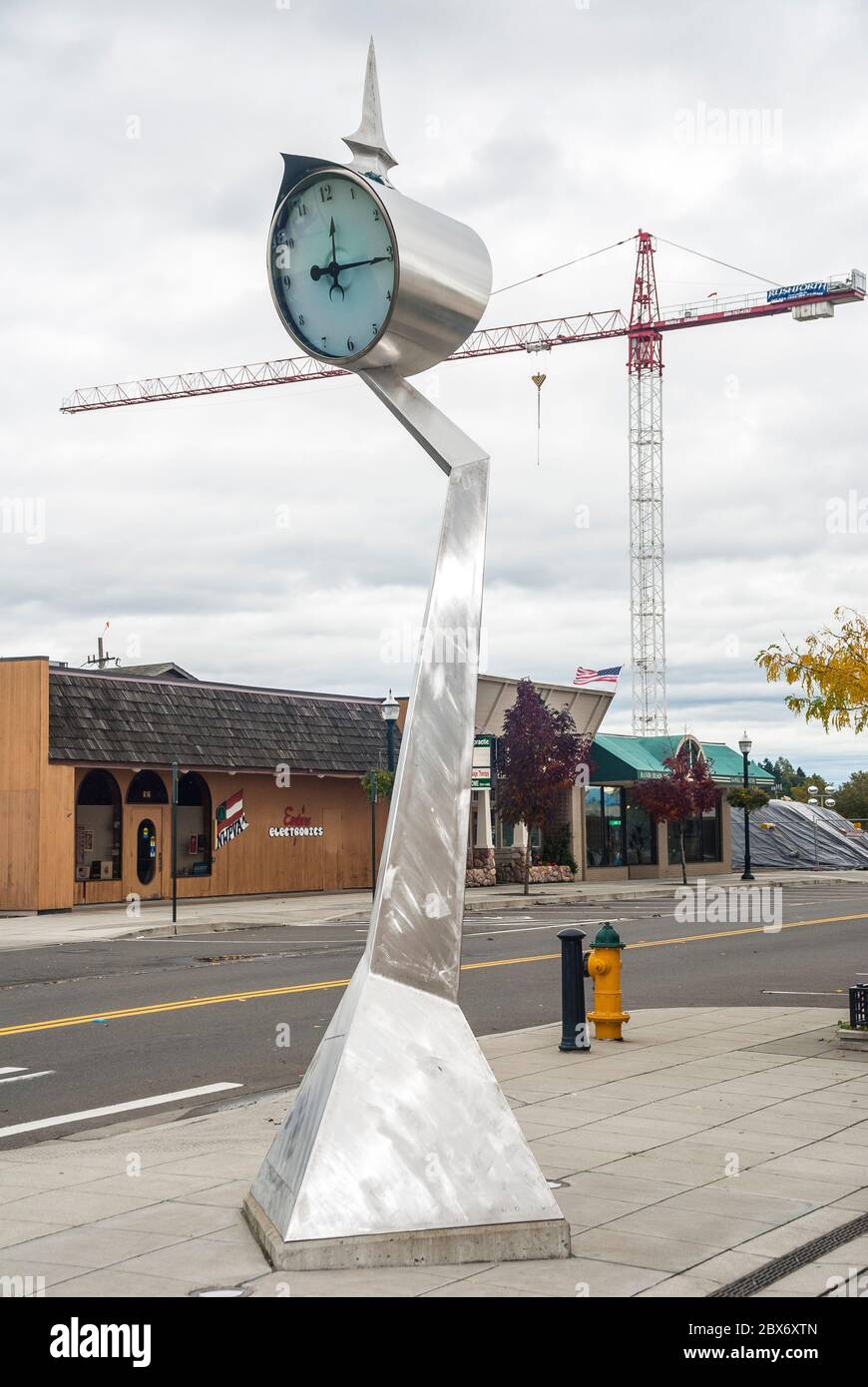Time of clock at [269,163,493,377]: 12:14
